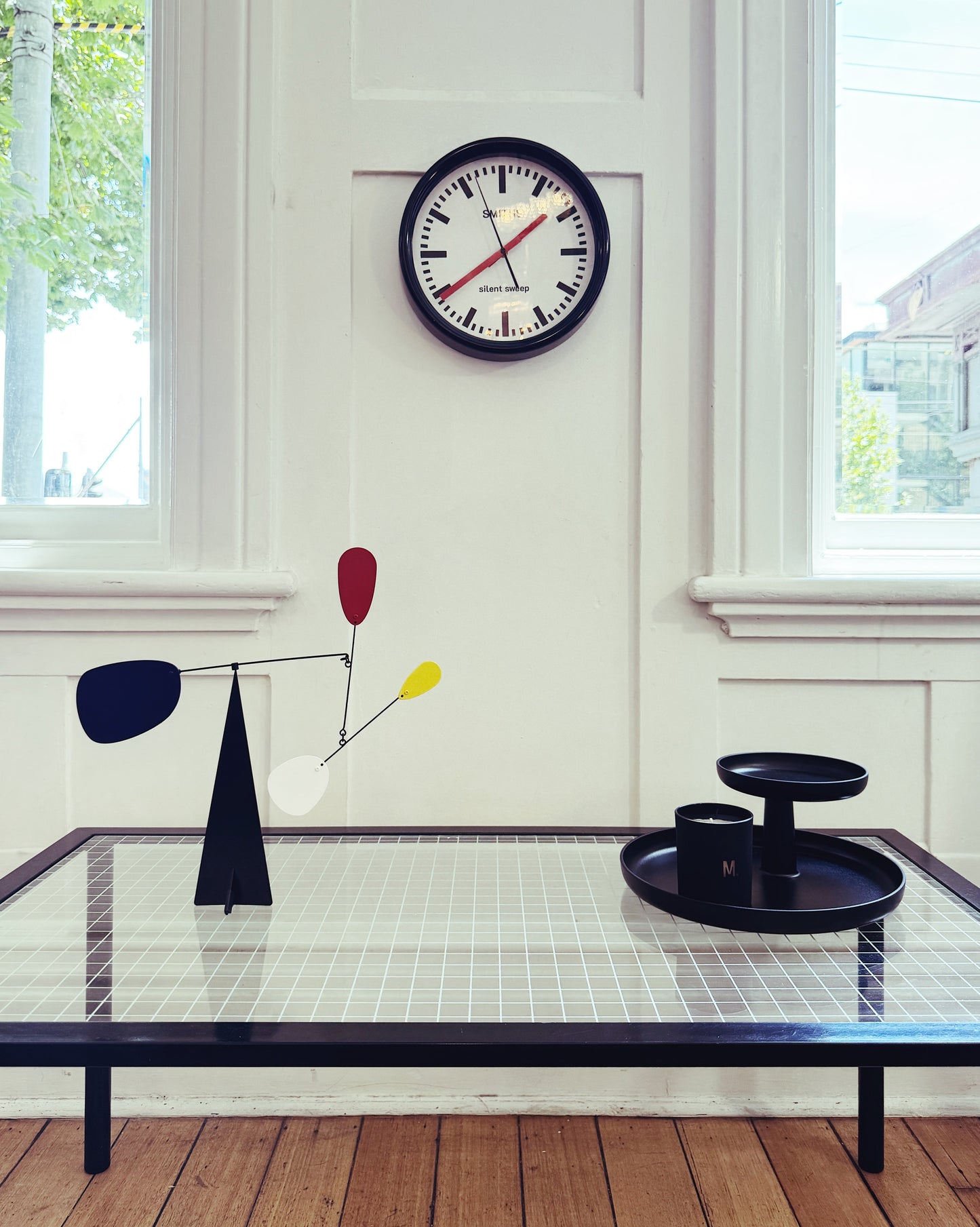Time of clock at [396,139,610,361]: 1:39
